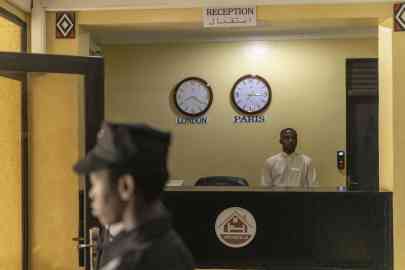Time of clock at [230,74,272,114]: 7:15
